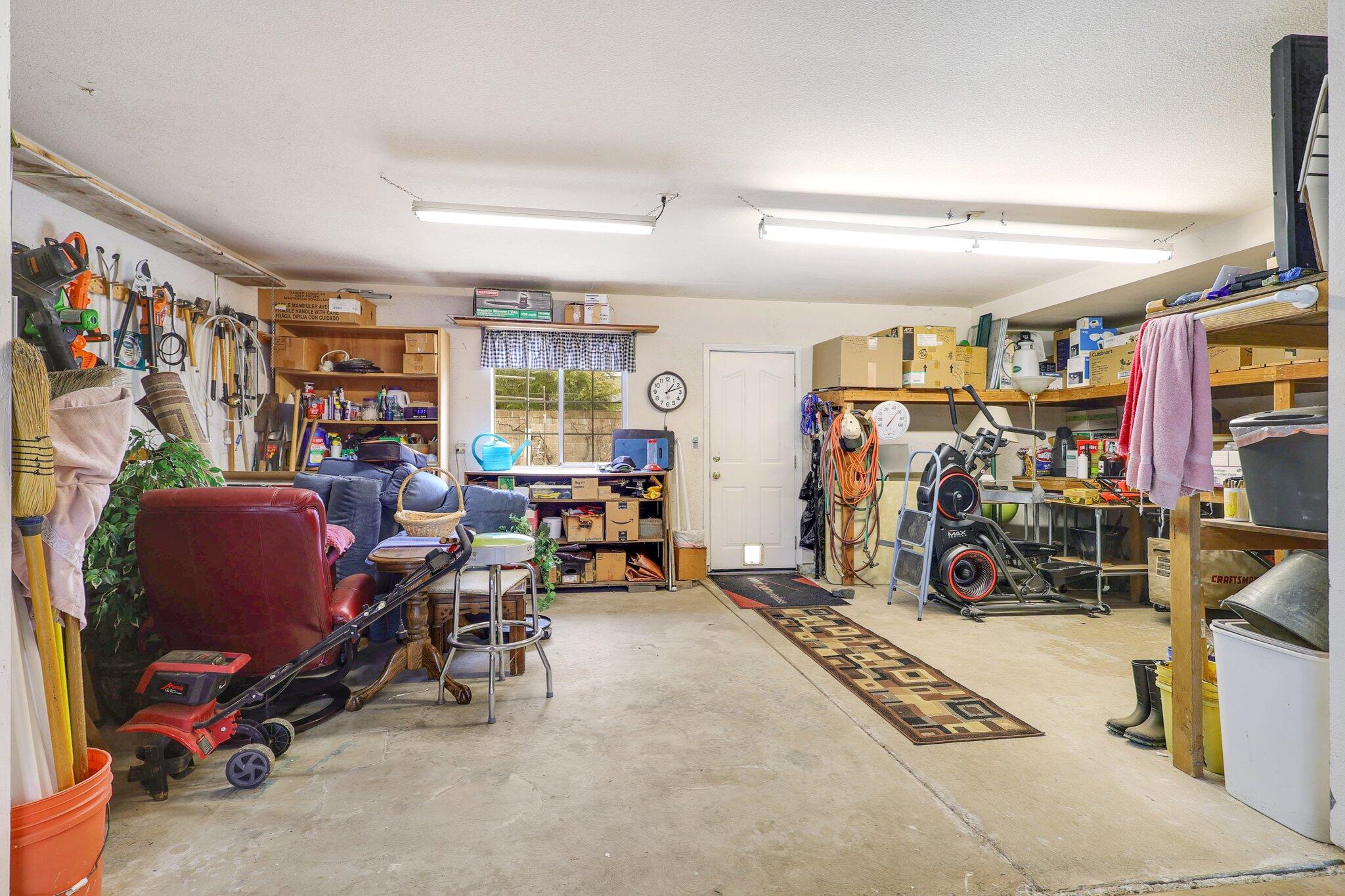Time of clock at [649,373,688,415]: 1:11
